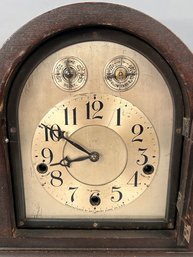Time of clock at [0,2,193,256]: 8:50
